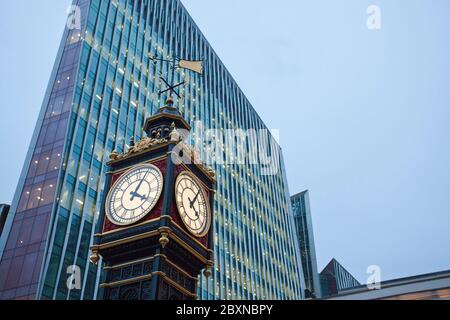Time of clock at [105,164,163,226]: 4:04
